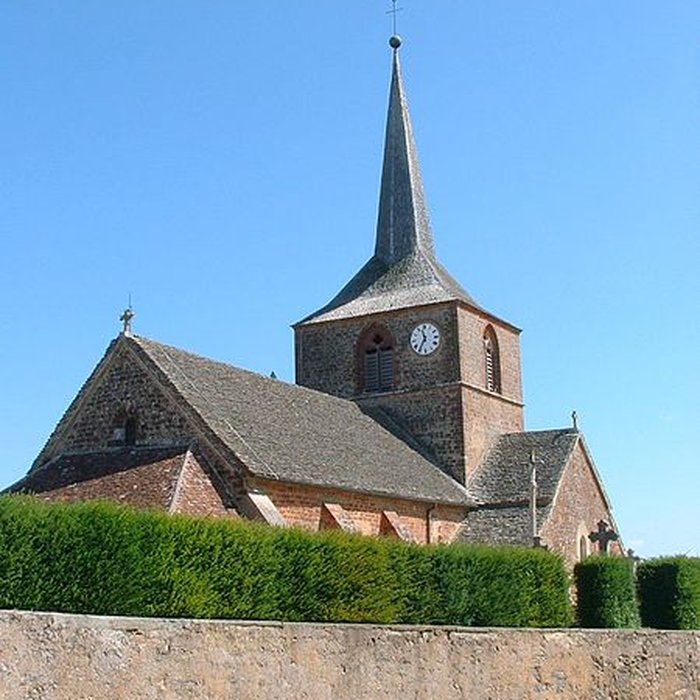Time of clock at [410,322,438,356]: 11:35
